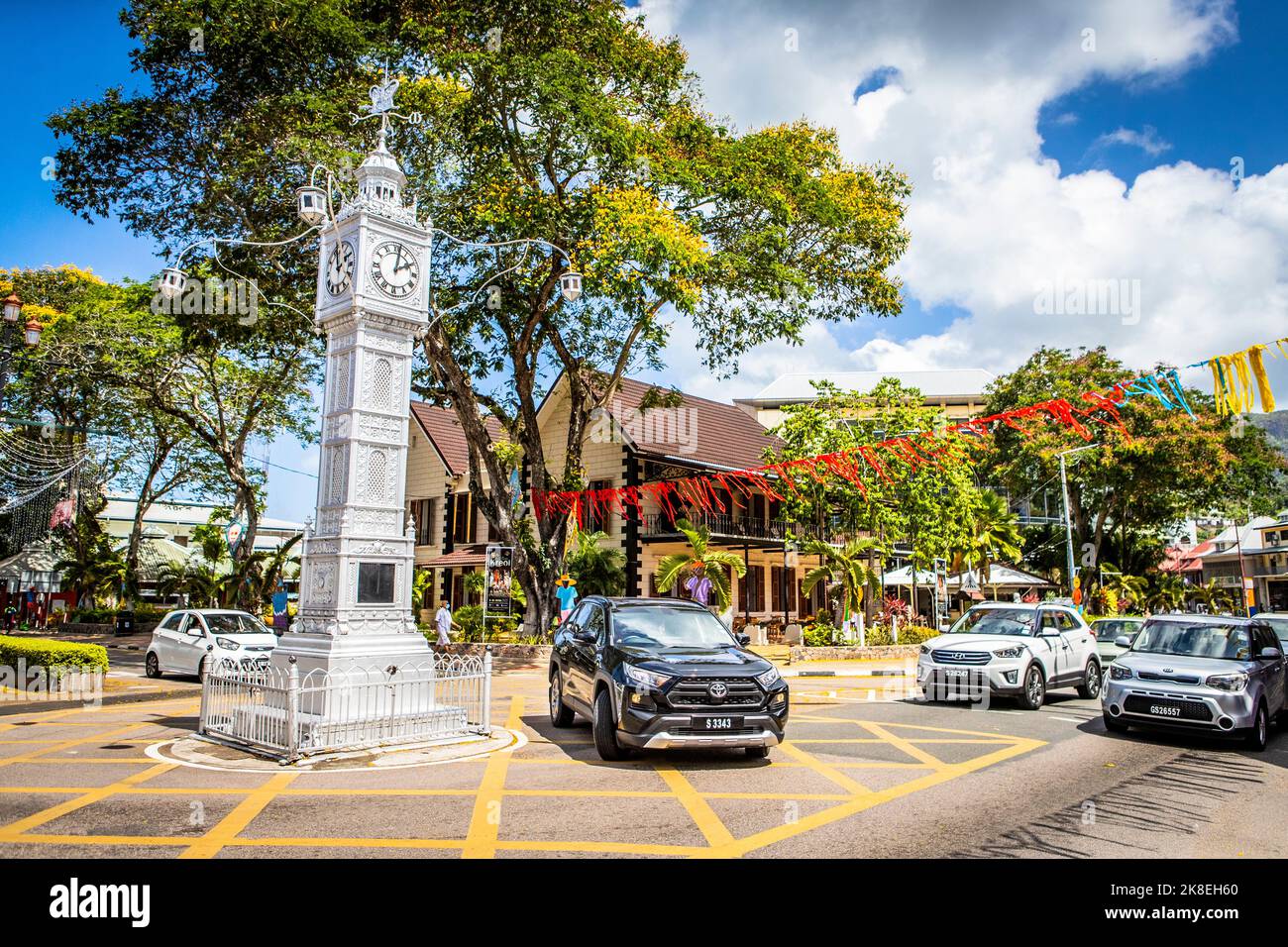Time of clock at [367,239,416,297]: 2:01
